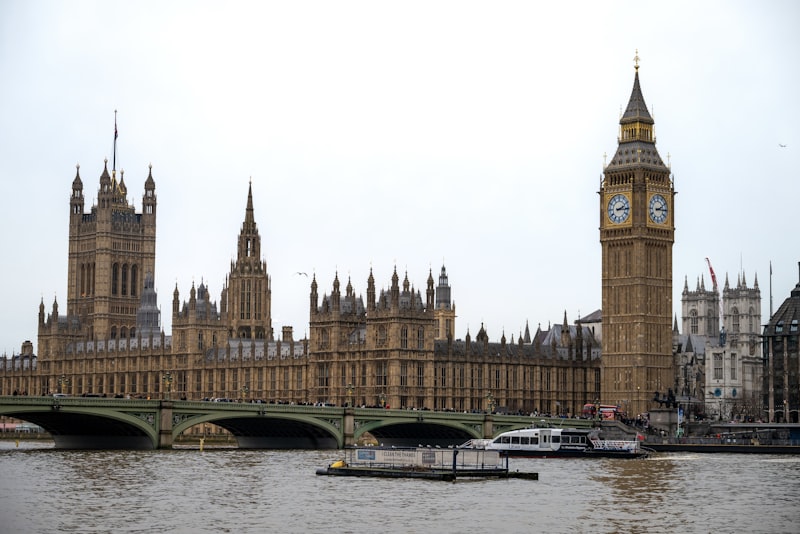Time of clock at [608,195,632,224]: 2:15
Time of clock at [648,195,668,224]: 2:14
